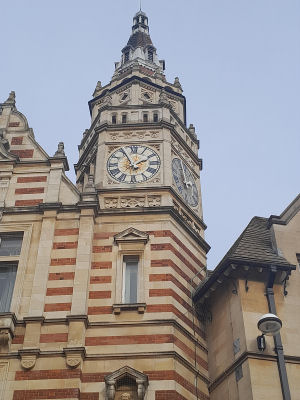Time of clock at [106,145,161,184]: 1:56
